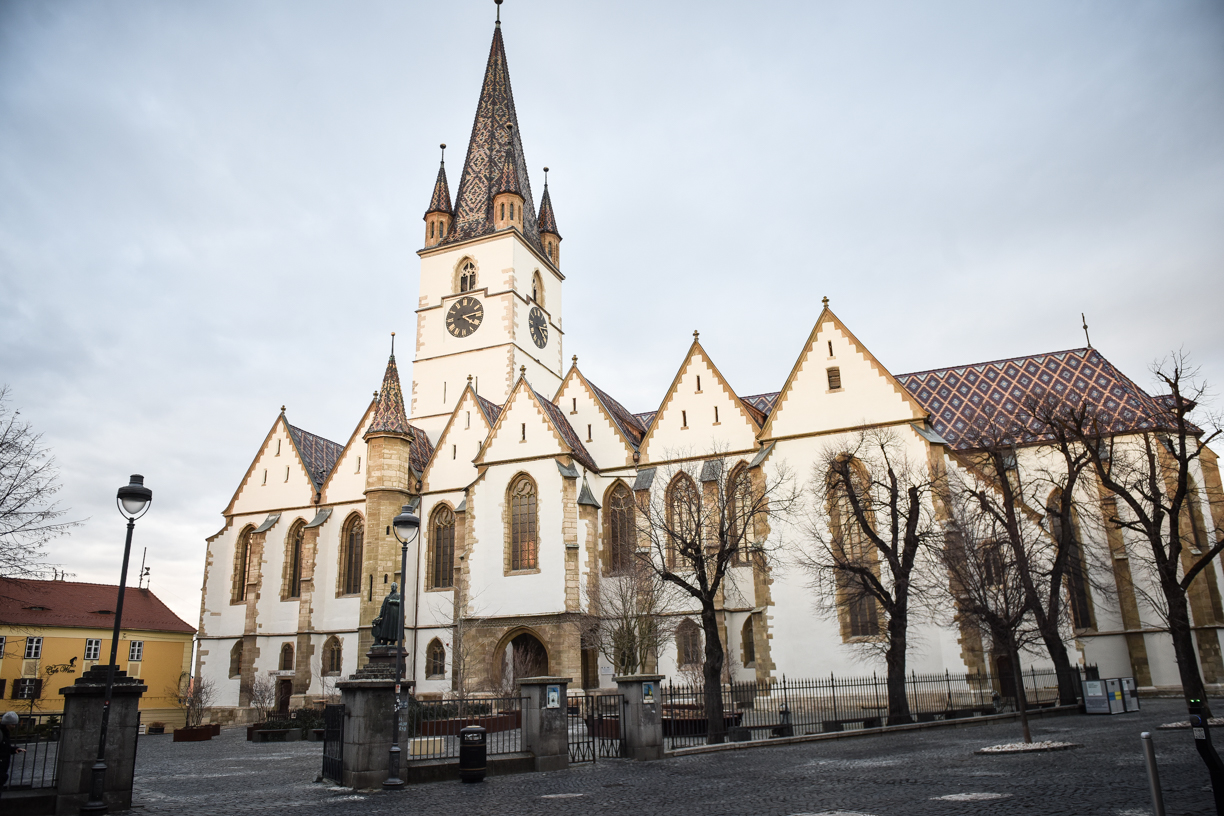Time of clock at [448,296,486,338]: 4:13
